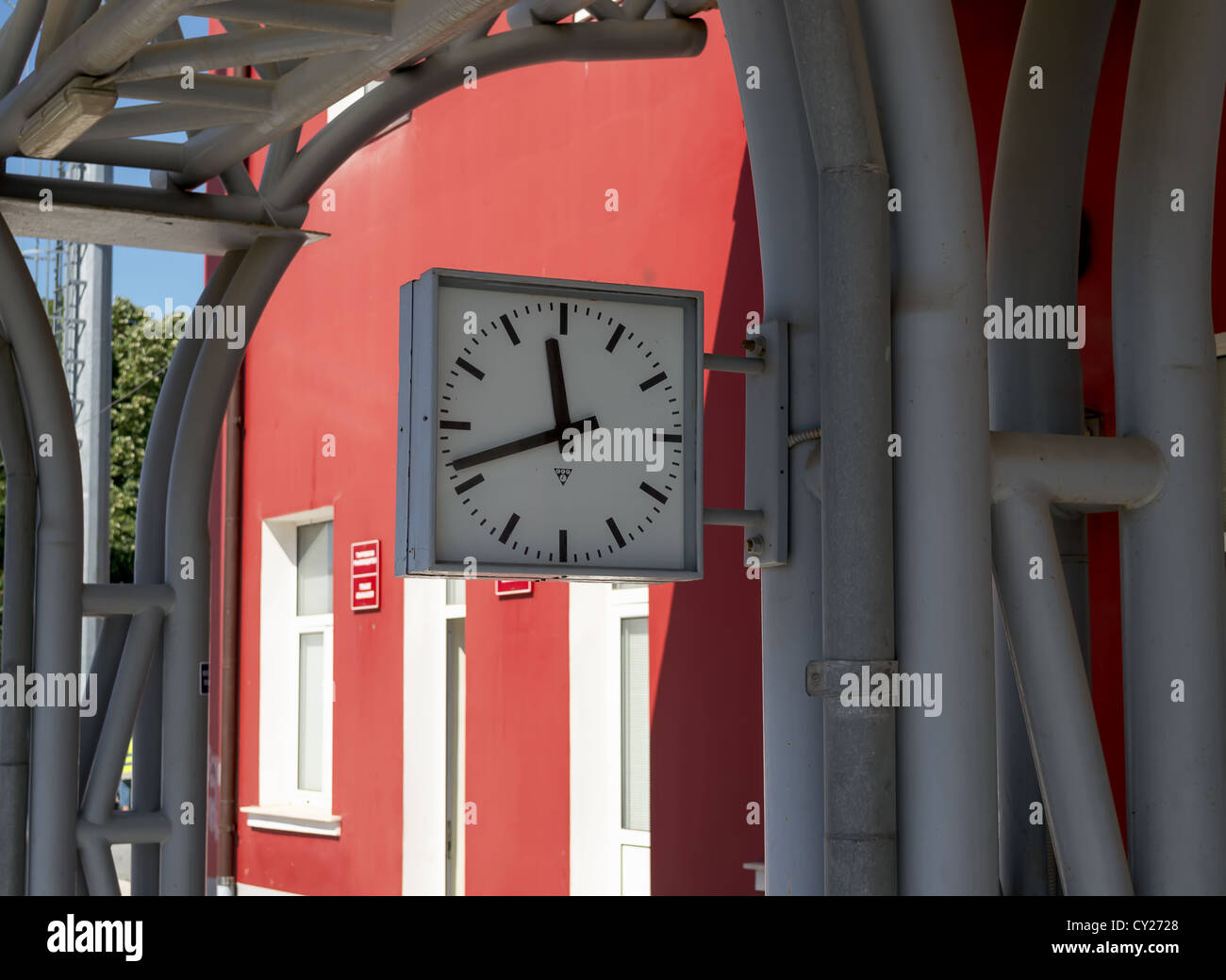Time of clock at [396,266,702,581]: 11:41
